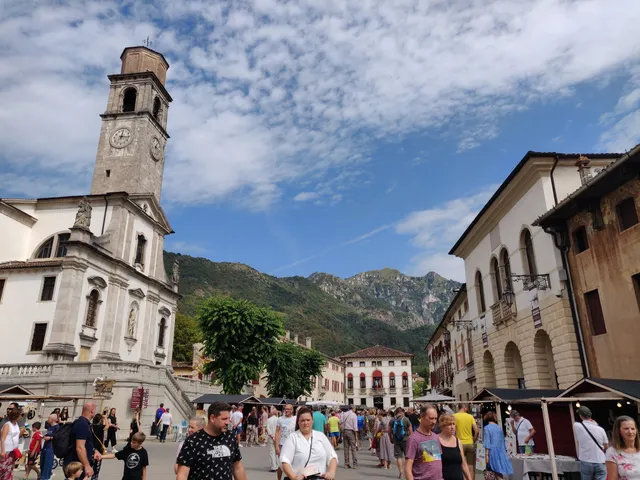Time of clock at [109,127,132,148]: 12:16
